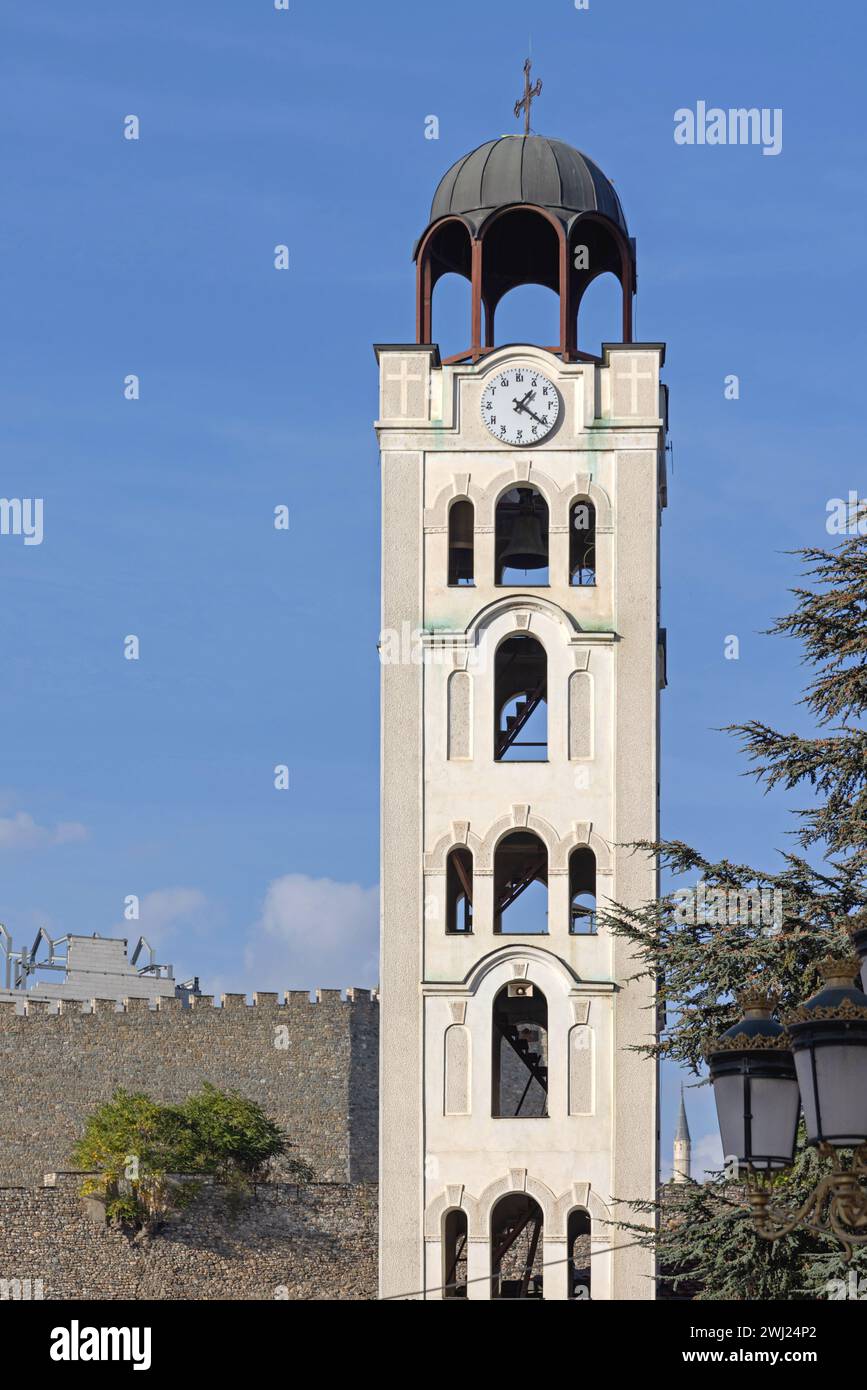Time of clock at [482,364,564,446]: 1:21
